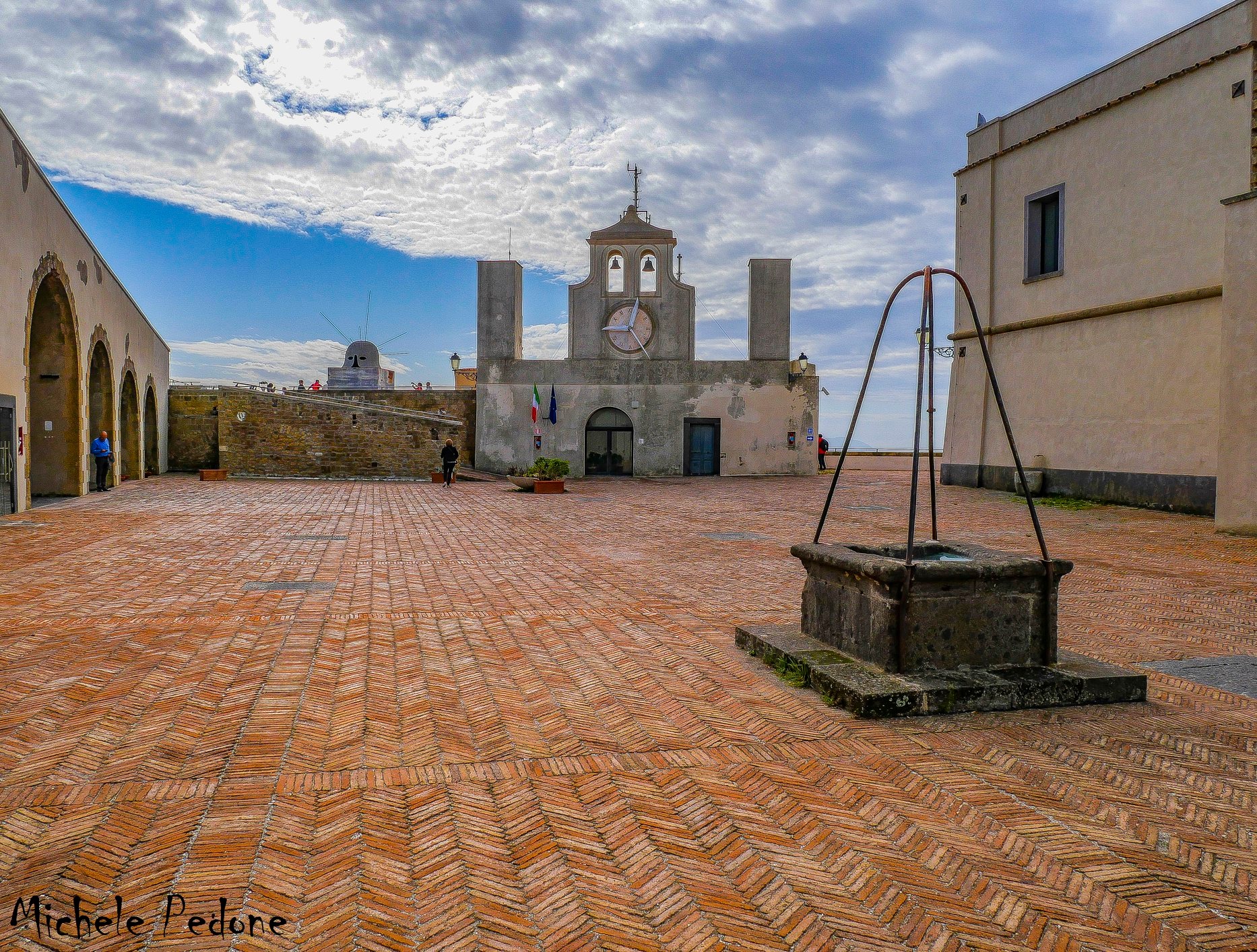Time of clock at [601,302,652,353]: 12:24
